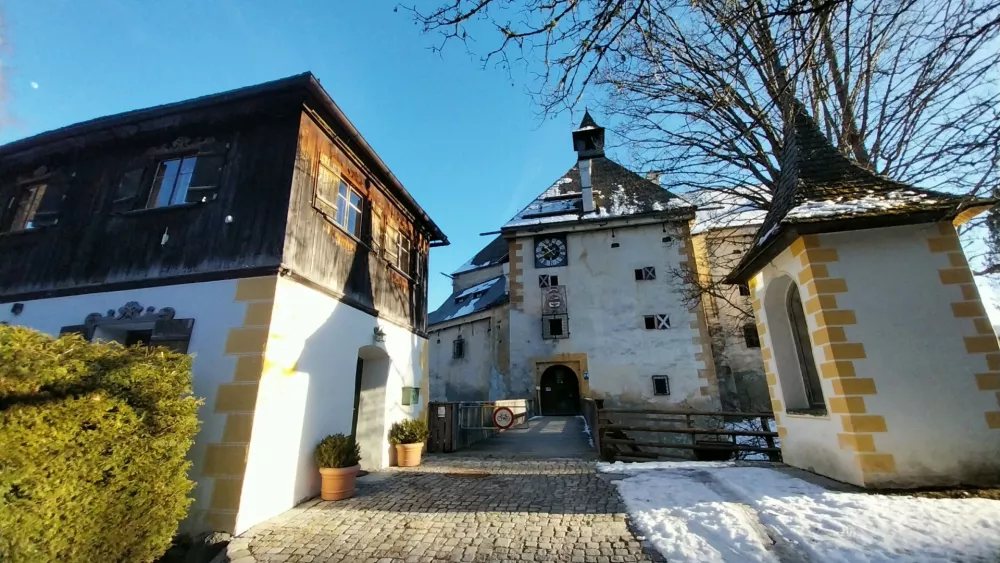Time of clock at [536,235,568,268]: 10:40
